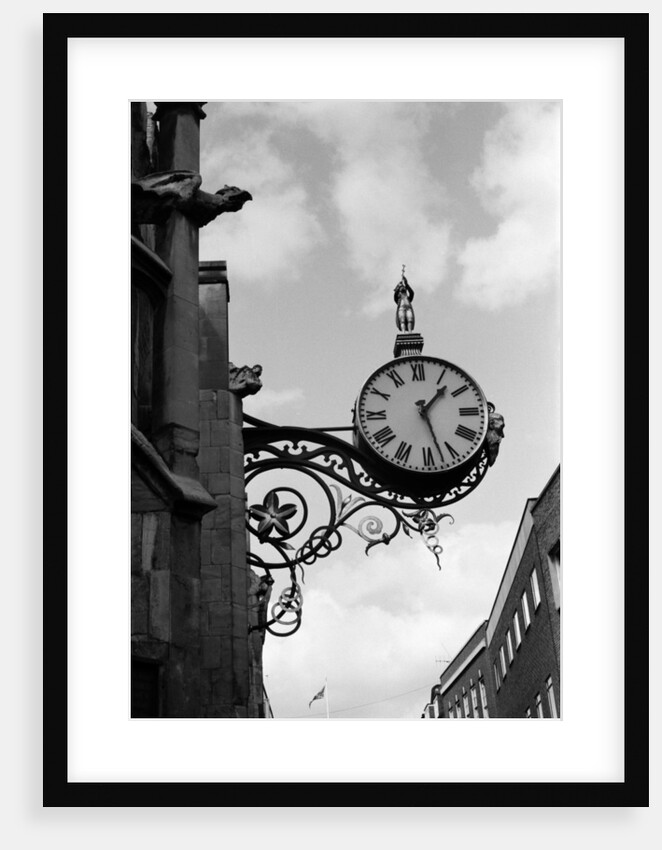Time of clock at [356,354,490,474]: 1:27
